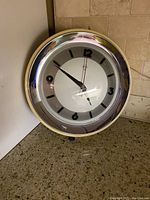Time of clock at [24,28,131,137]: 9:49
